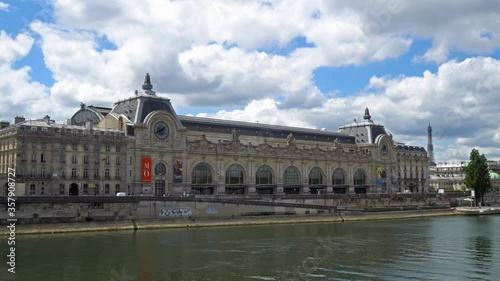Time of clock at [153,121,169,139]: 1:41
